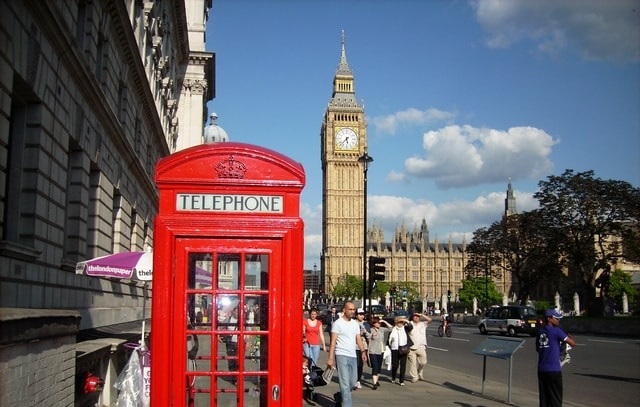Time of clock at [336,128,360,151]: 5:37
